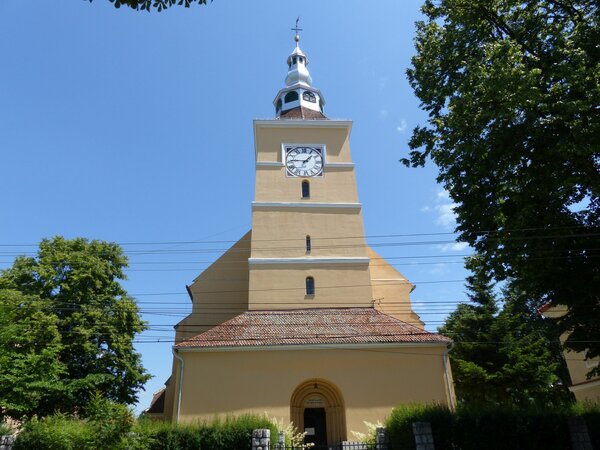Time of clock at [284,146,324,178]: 1:46
